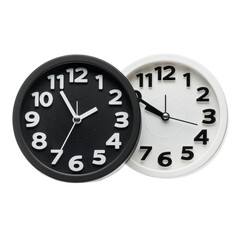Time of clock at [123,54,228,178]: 9:50
